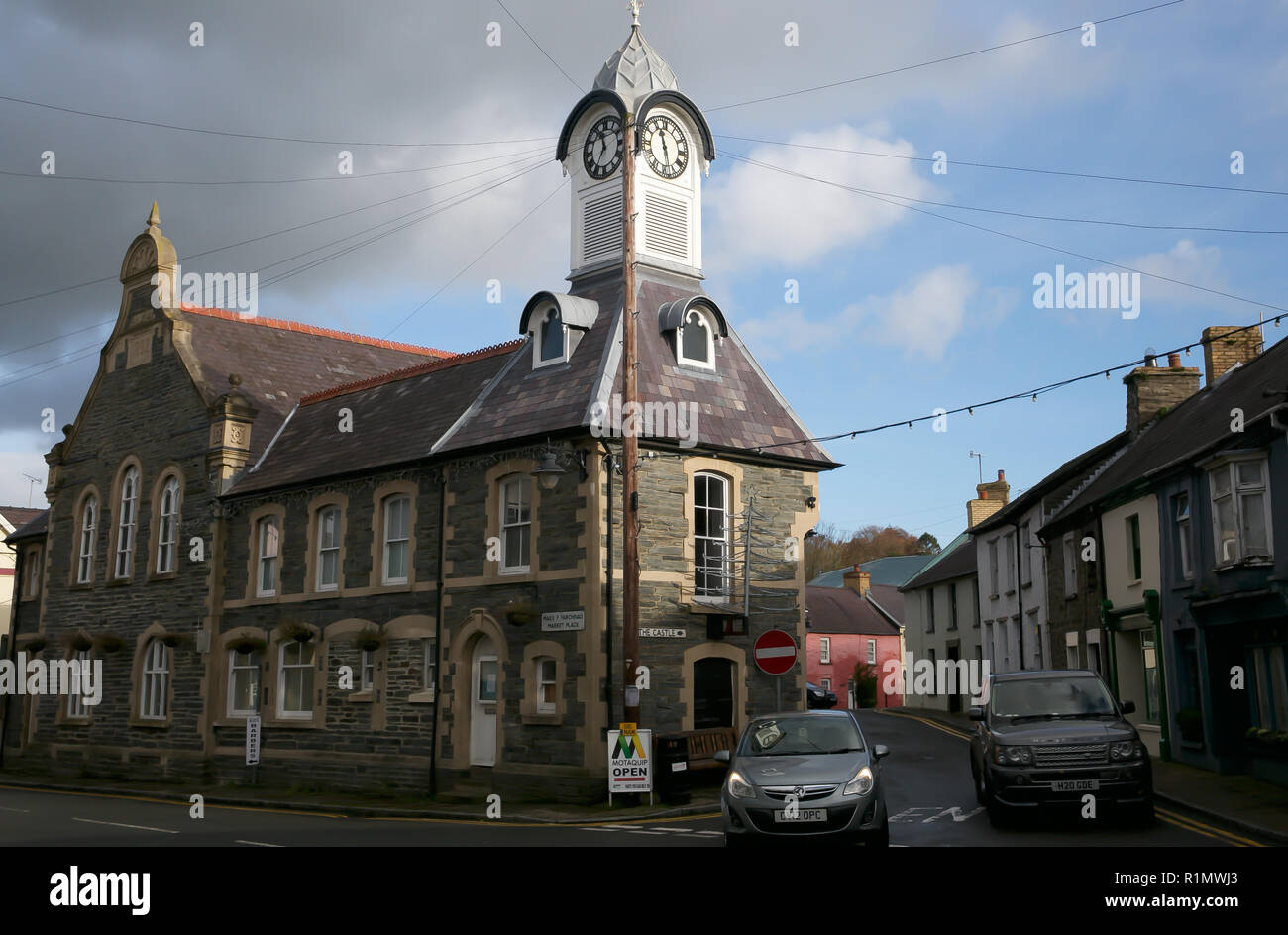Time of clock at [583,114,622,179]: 11:34
